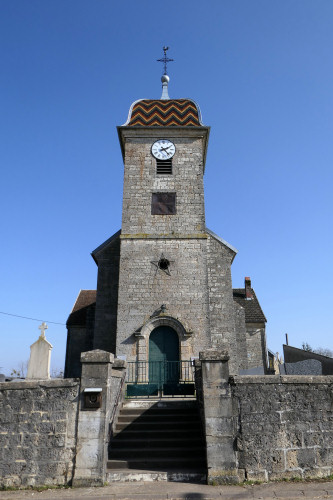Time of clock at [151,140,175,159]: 2:23
